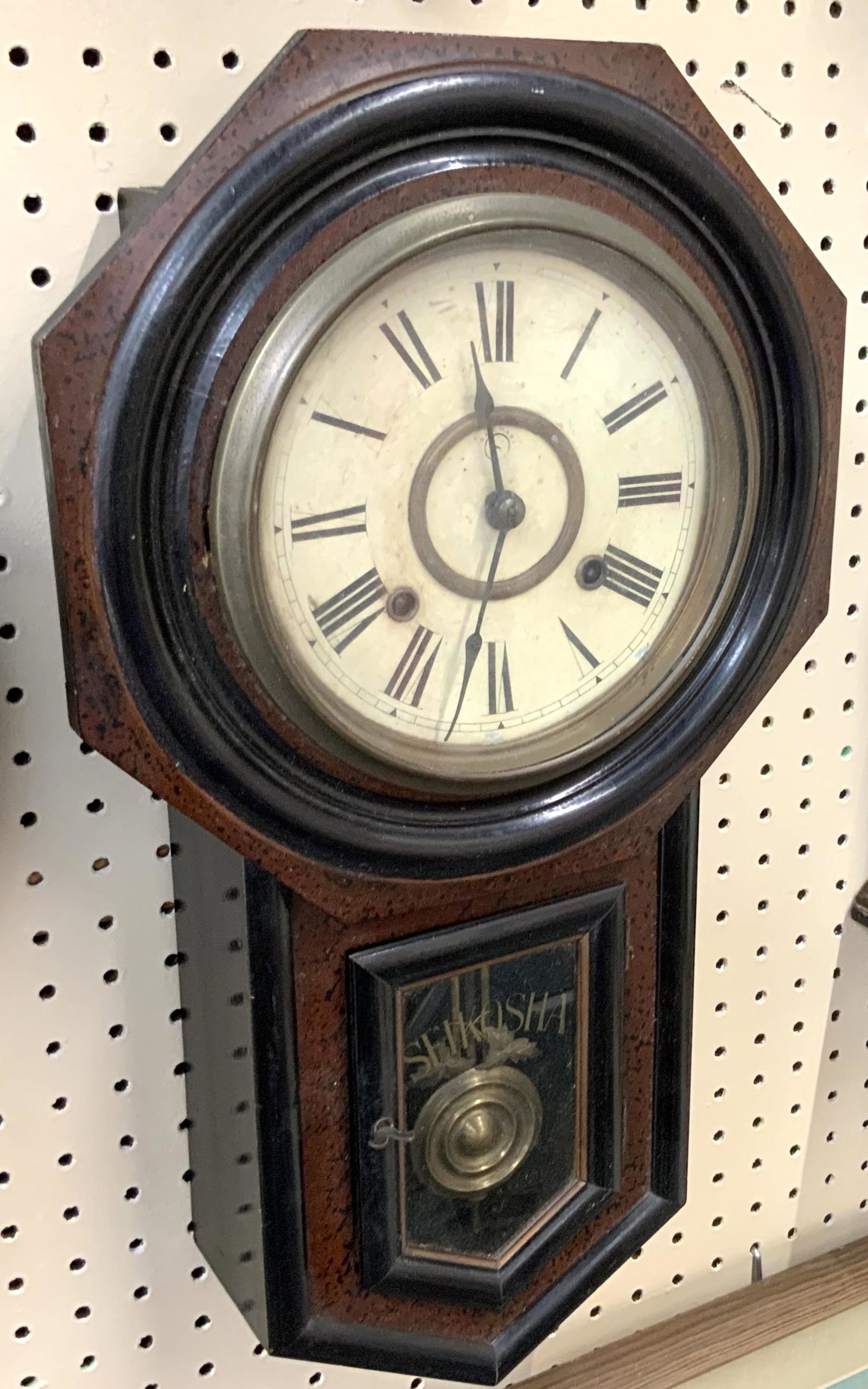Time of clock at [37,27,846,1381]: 11:32
